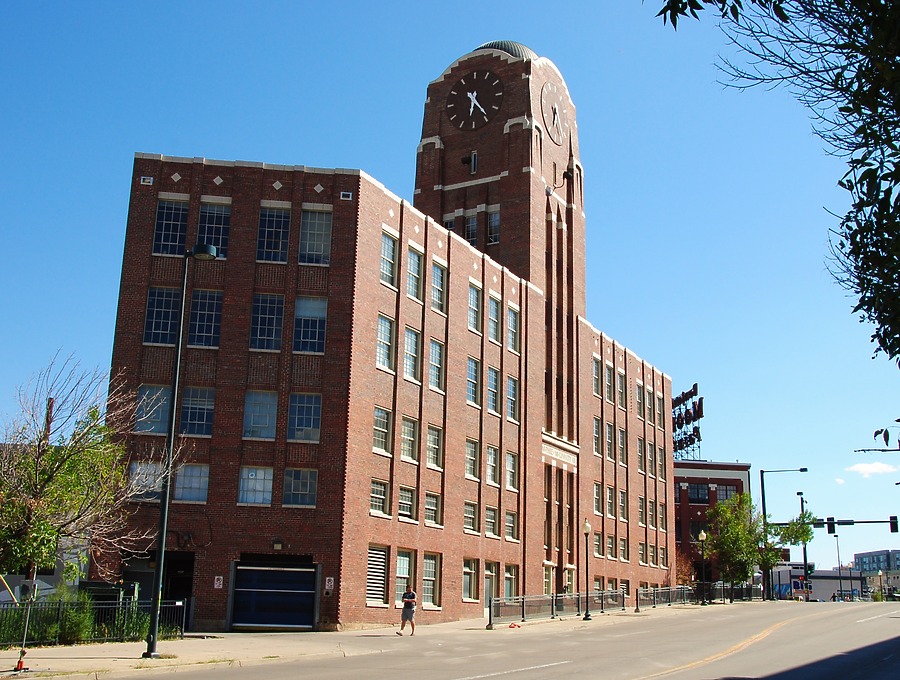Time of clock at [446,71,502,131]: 6:24
